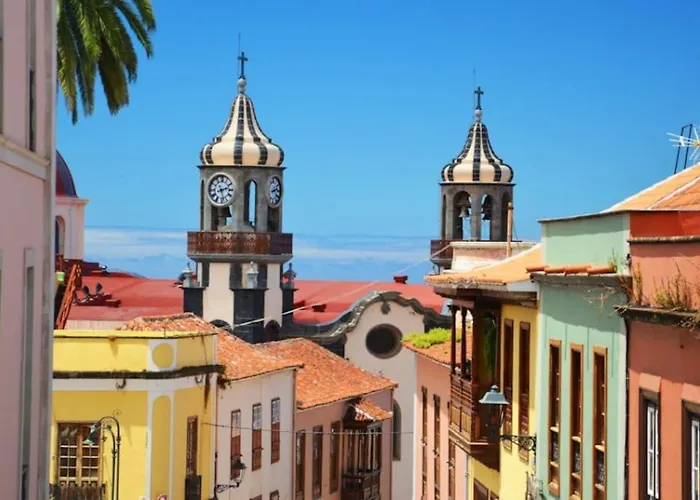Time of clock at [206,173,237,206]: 2:27
